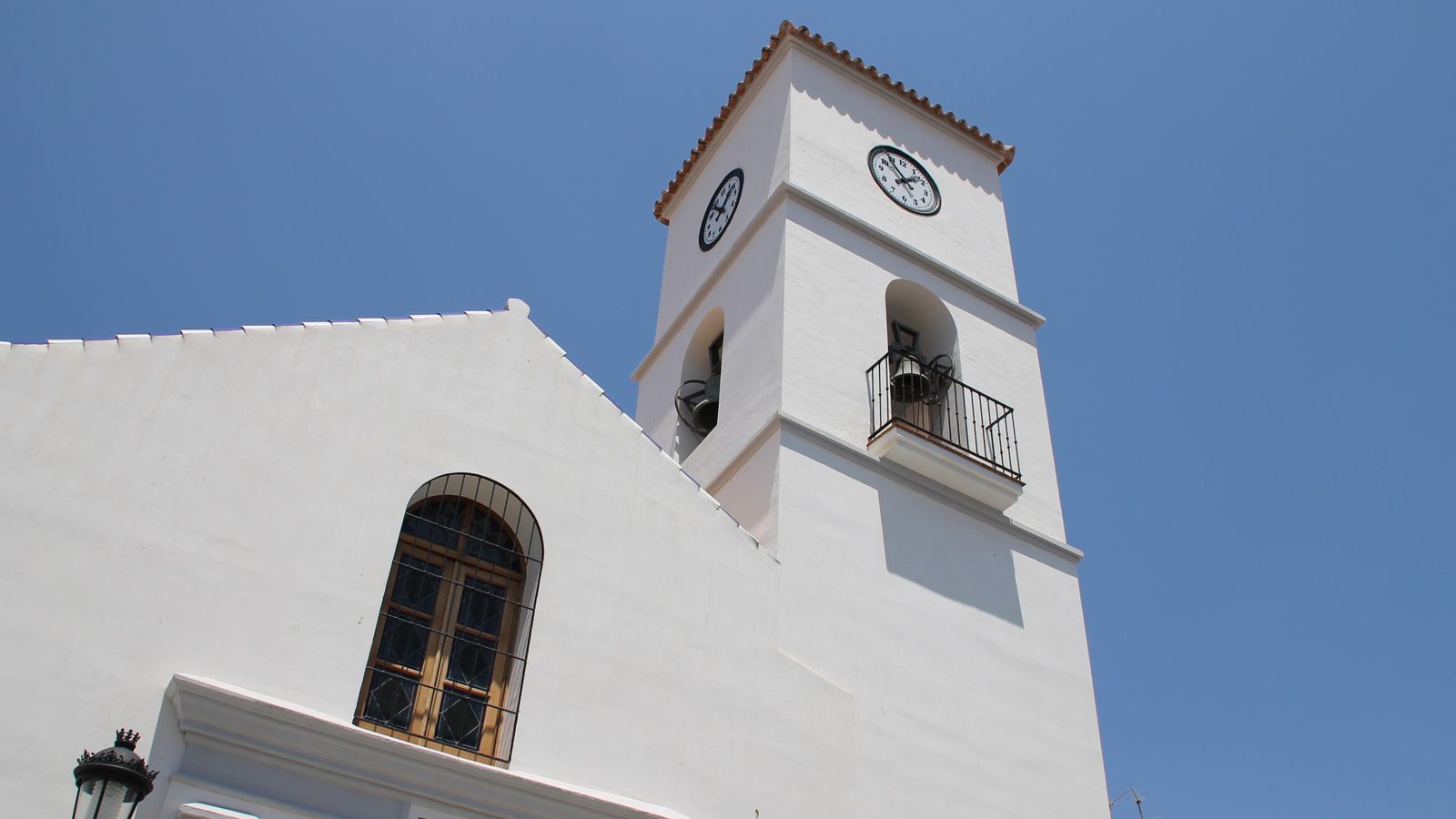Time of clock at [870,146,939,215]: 1:54
